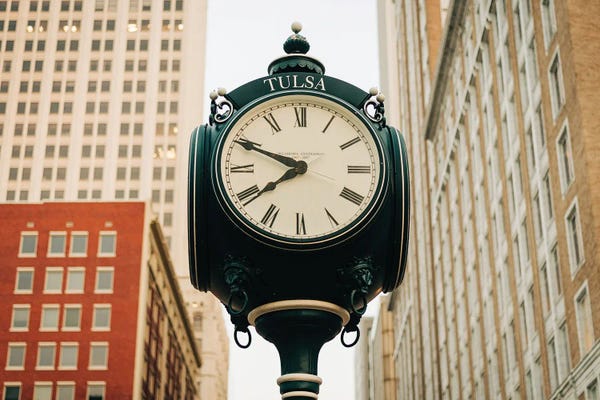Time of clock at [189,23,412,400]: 7:48
